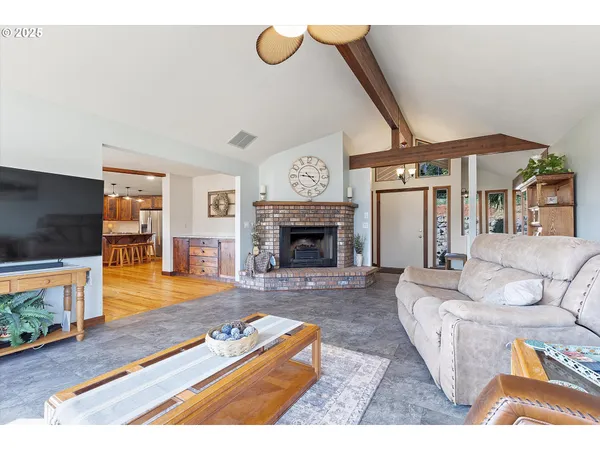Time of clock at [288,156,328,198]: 9:22
